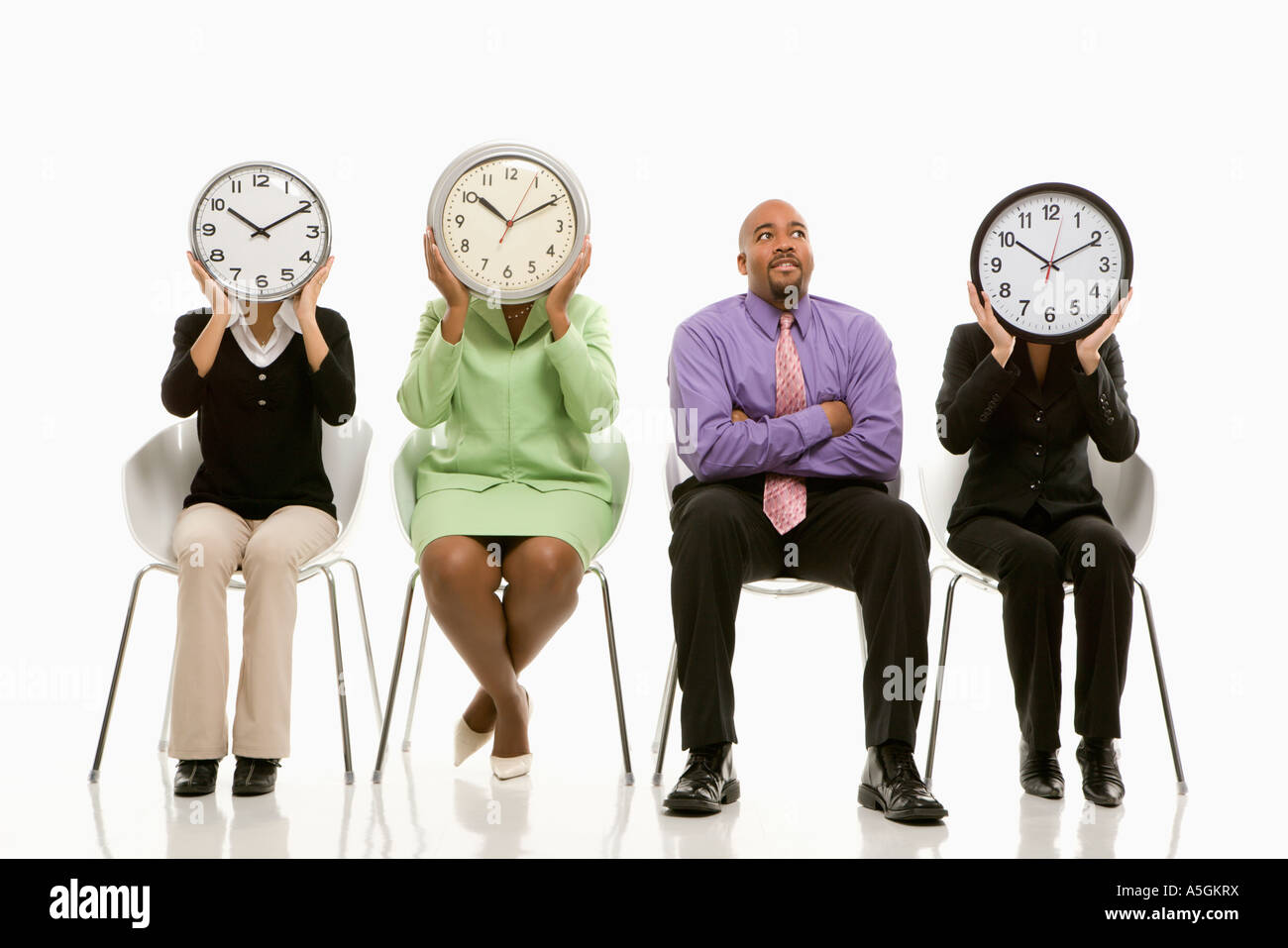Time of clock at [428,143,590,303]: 10:10
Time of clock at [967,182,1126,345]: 10:10
